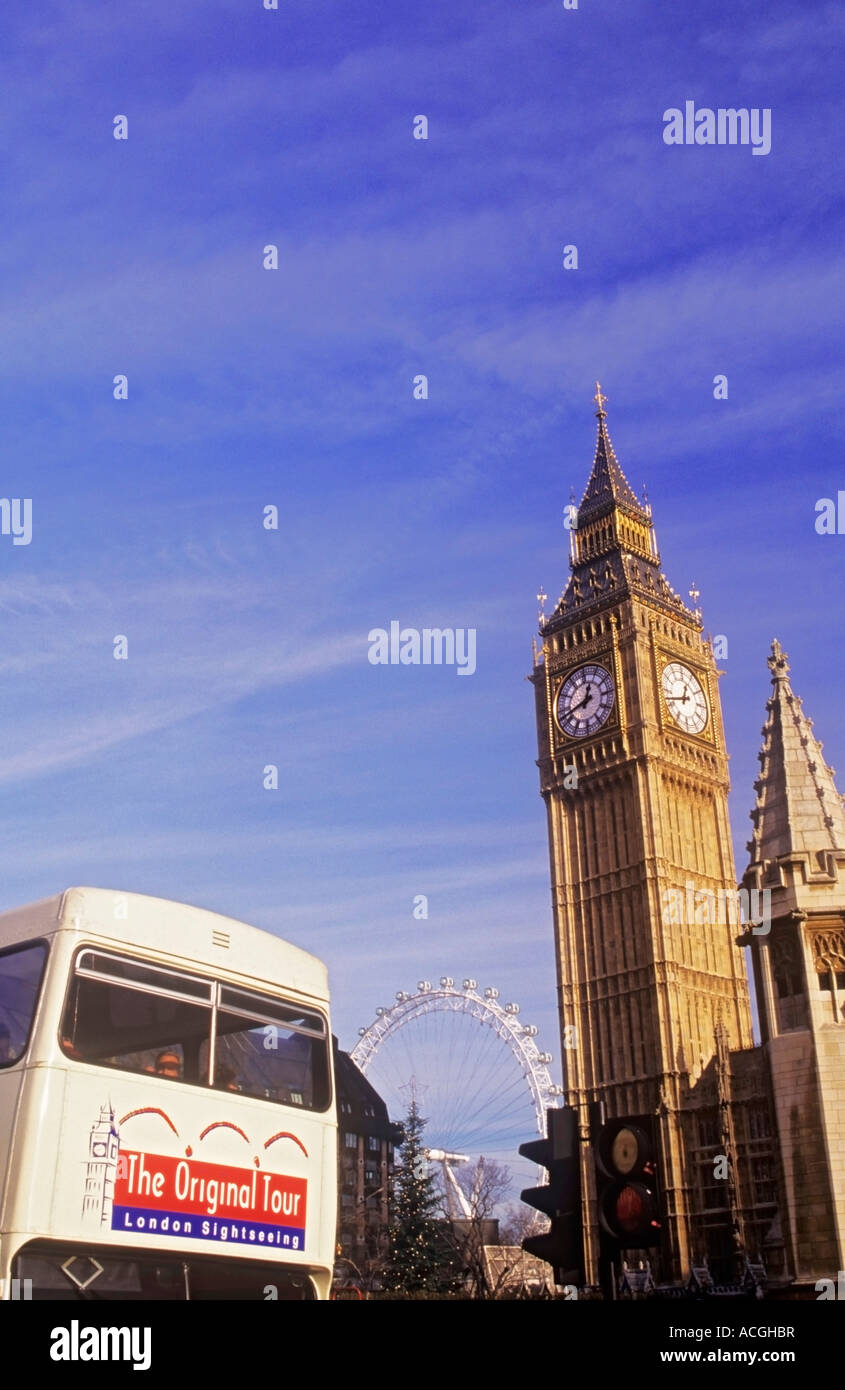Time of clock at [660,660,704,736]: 12:42
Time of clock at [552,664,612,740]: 12:42
